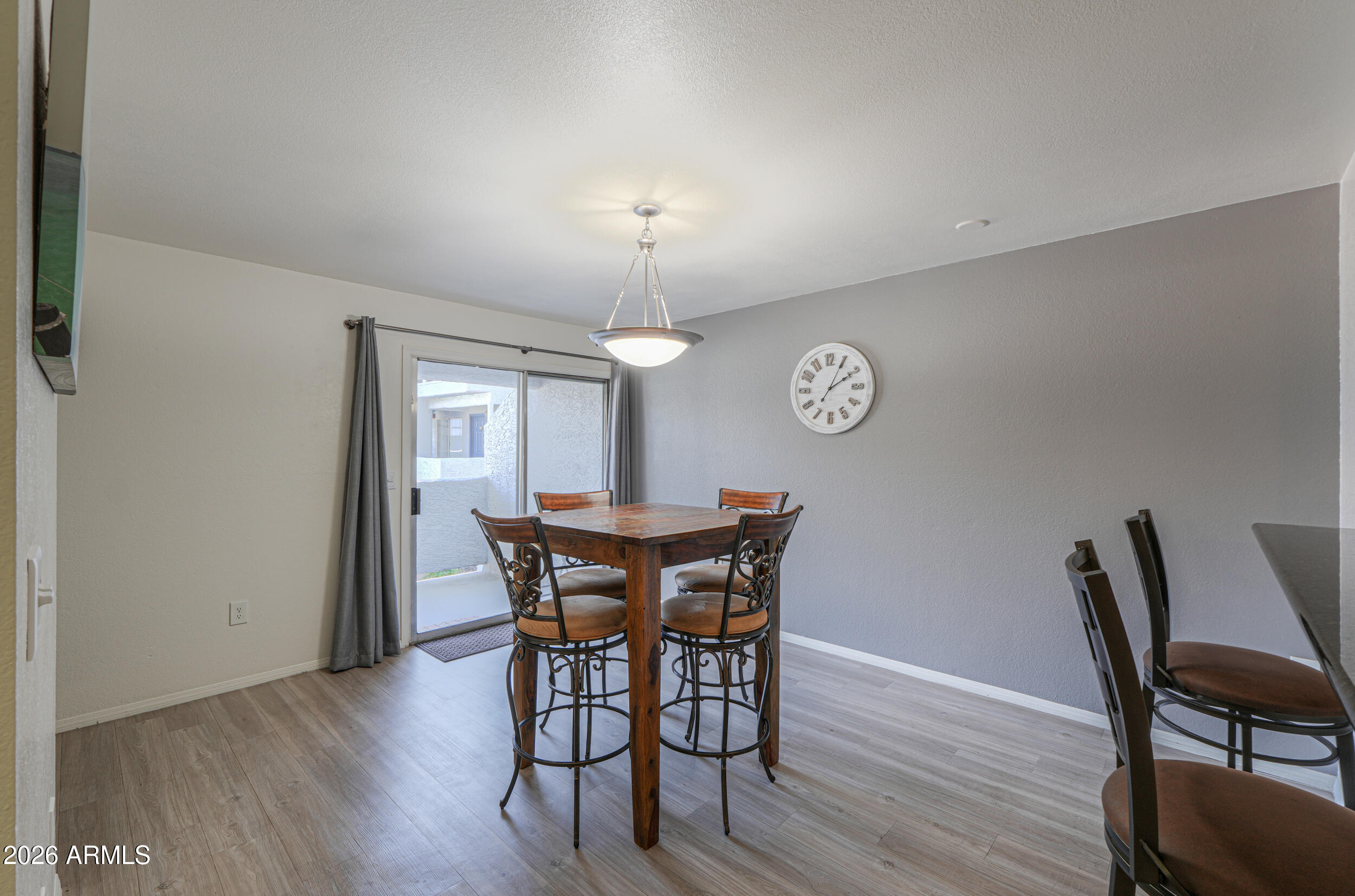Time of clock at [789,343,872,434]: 2:04
